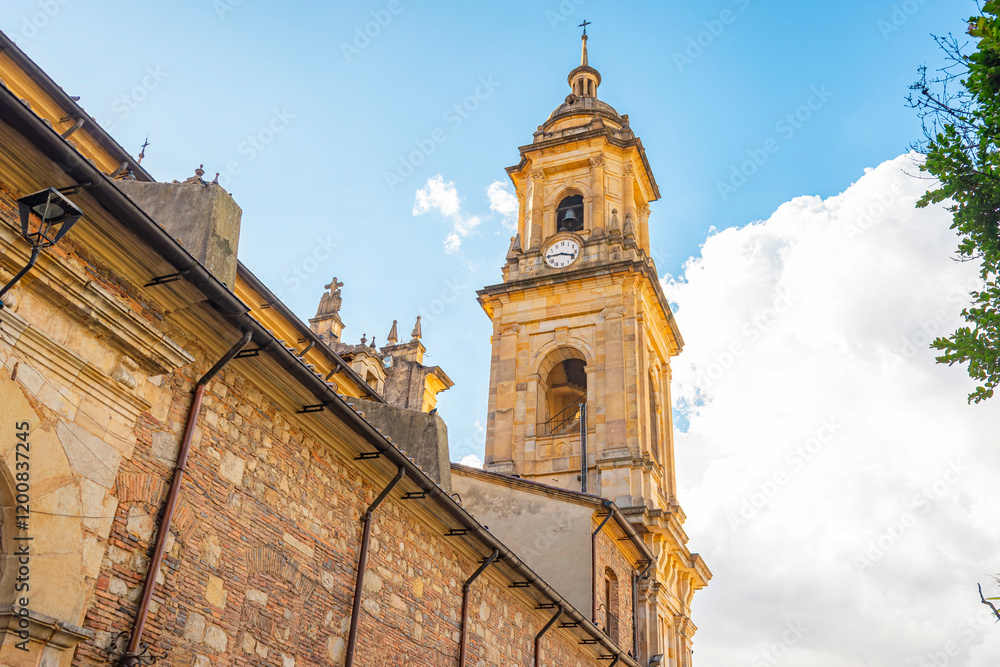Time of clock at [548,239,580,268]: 3:44
